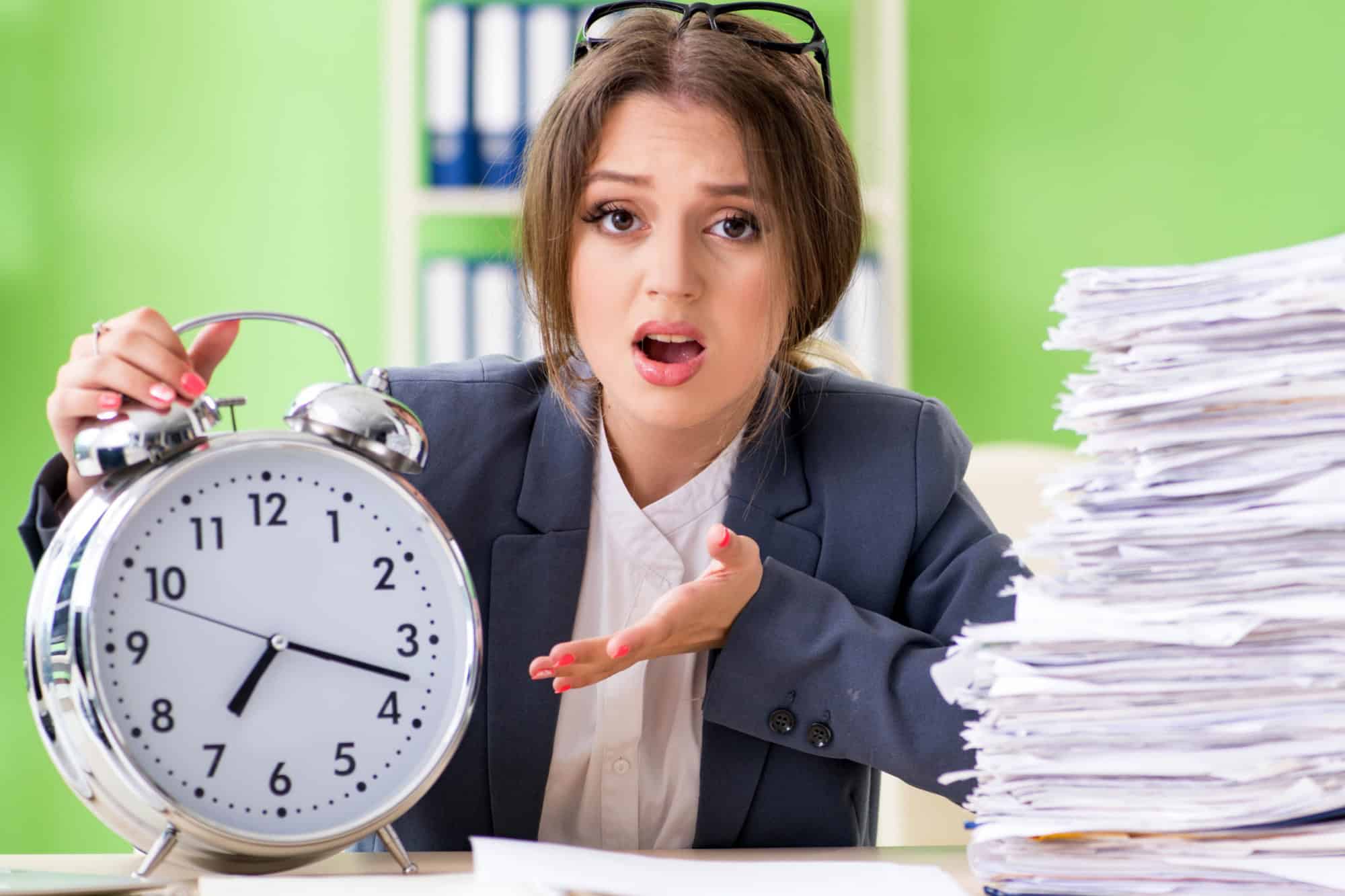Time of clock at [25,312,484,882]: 7:17
